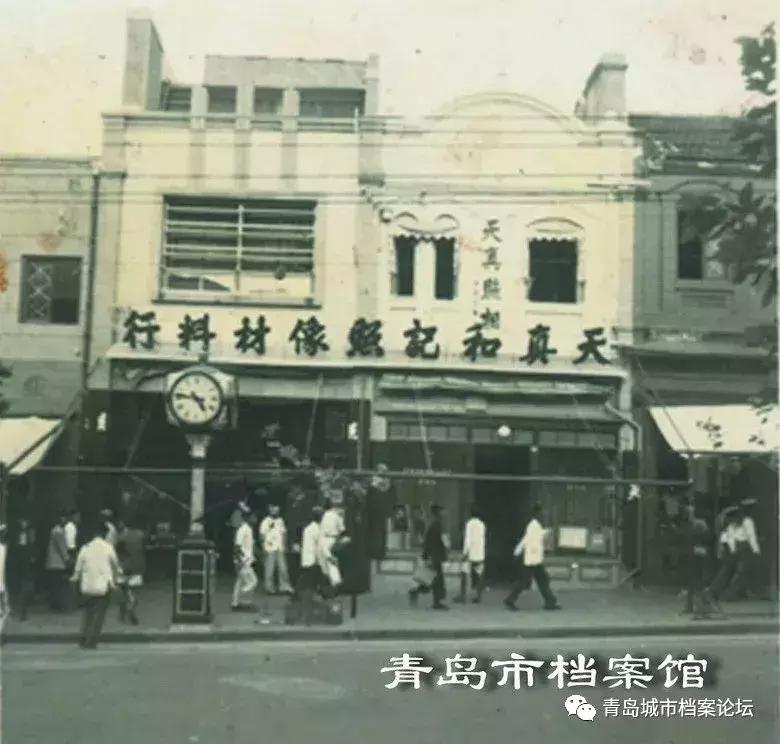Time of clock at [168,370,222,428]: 4:46
